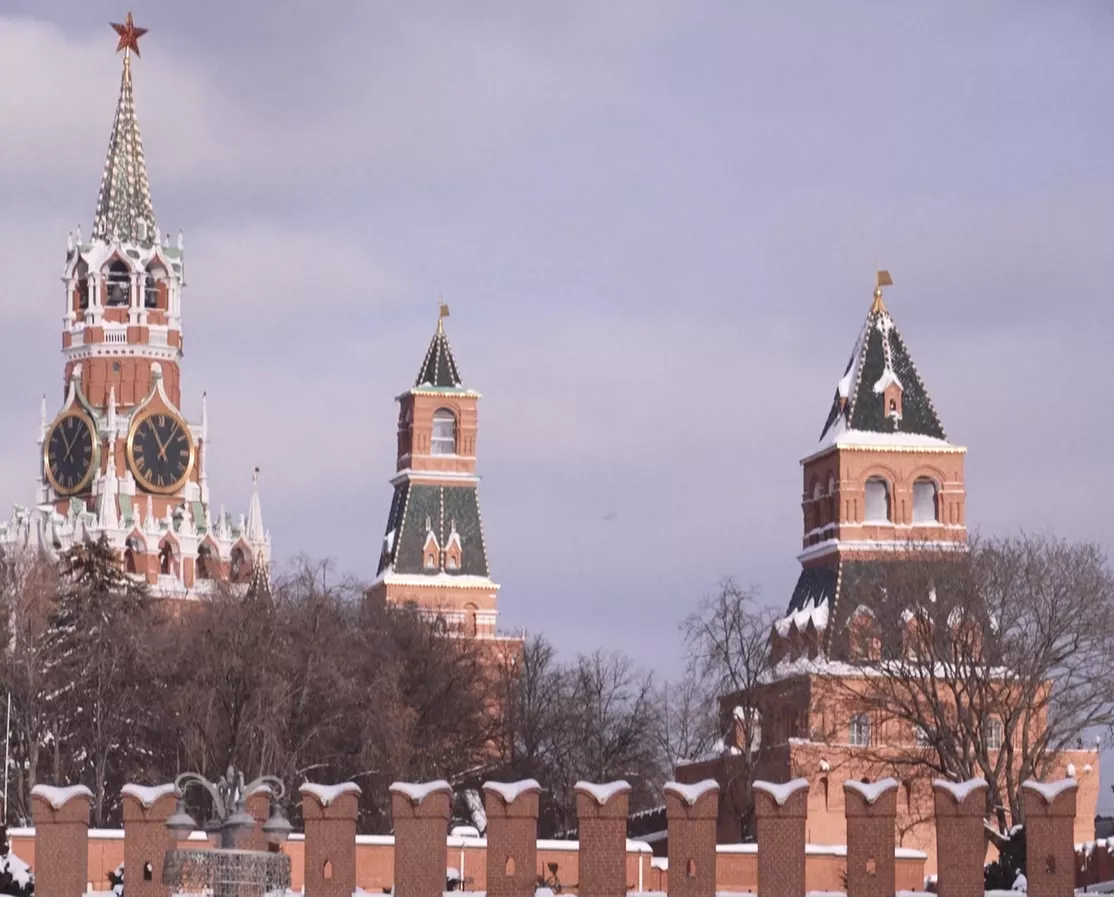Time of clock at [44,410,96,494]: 11:07
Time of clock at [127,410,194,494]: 11:06
